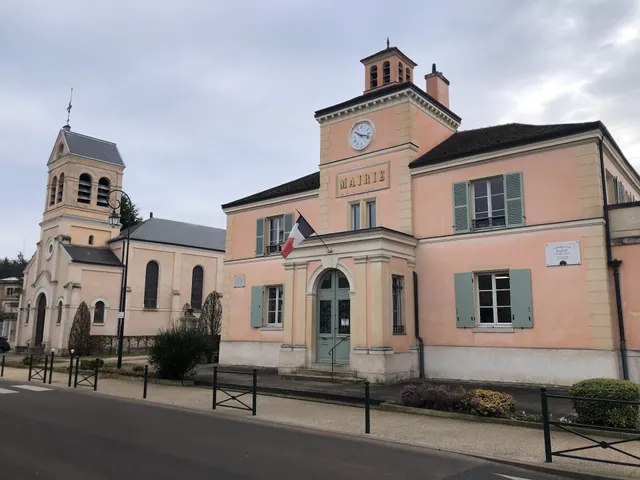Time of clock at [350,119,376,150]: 10:17
